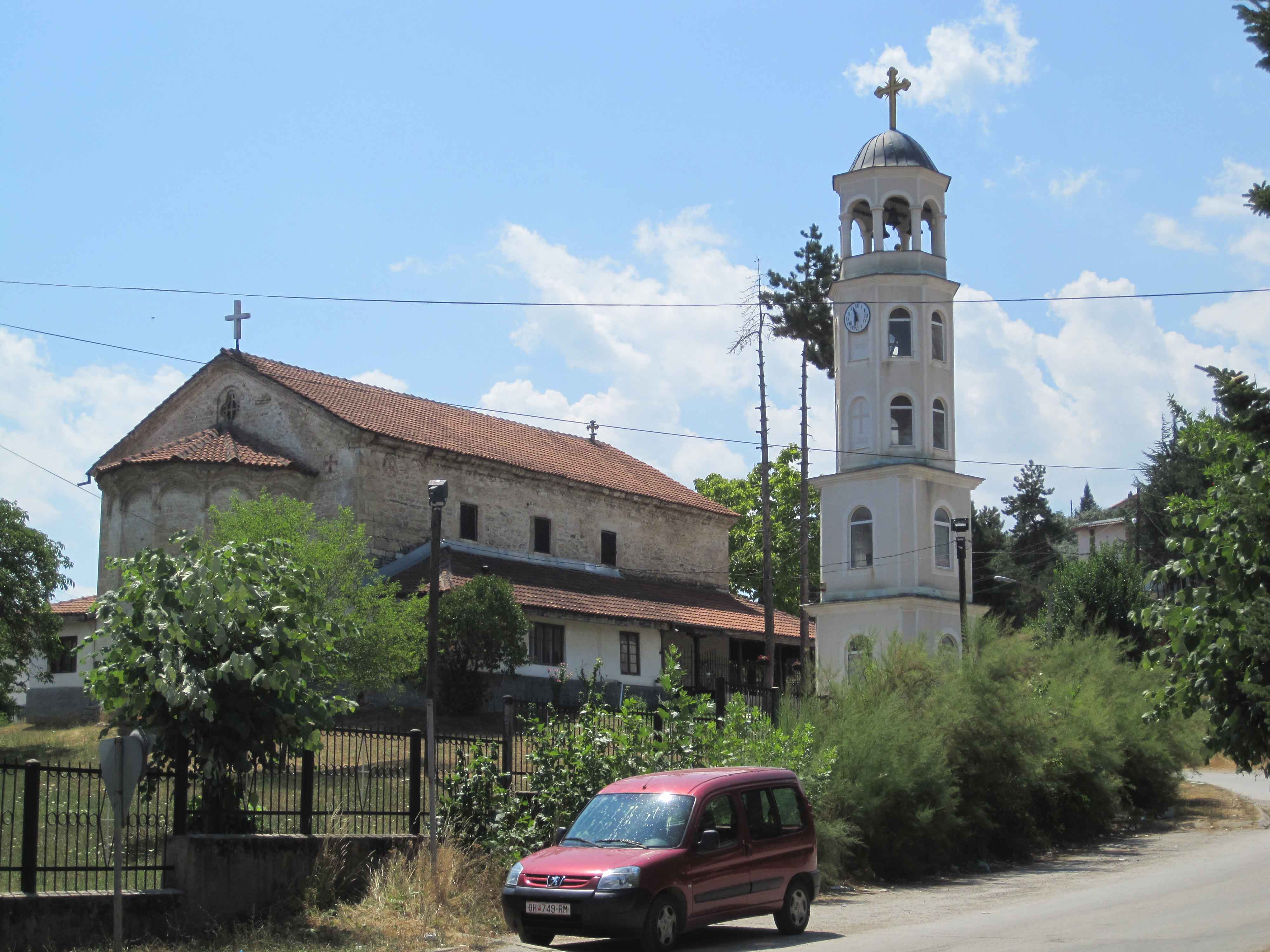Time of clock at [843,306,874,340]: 11:31
